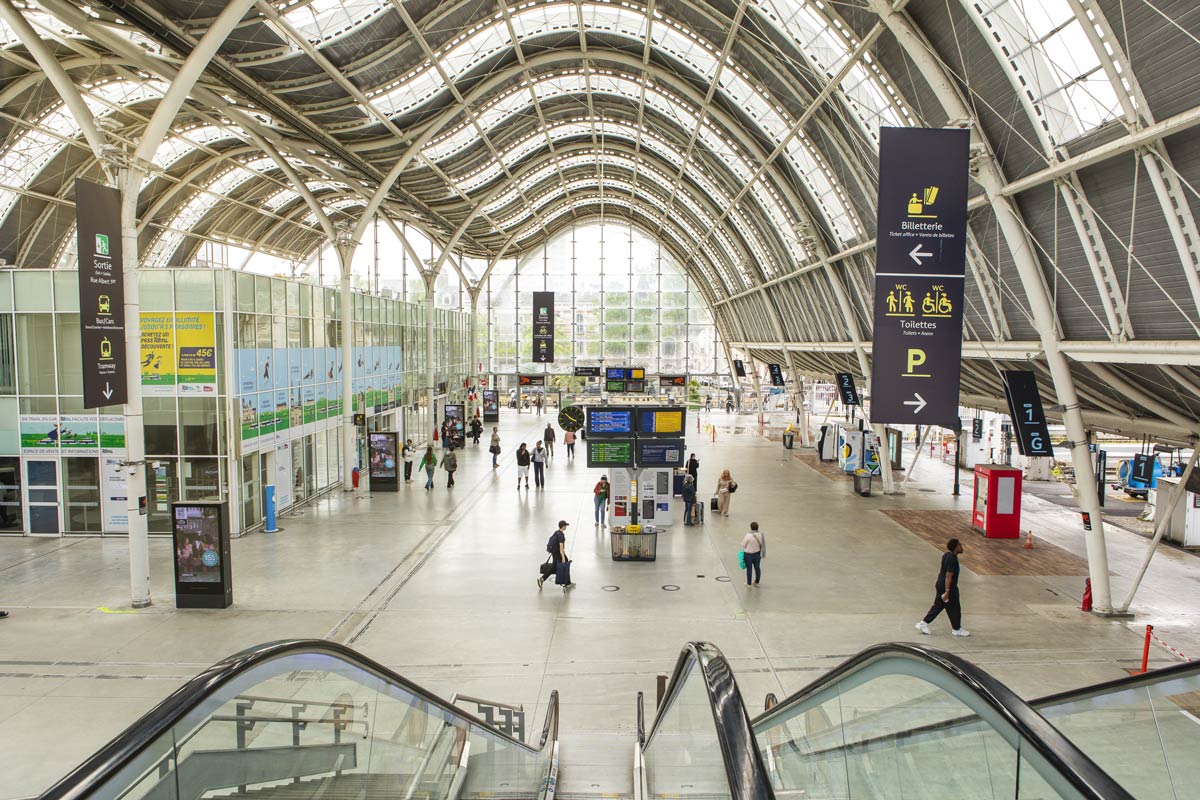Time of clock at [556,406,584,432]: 3:51
